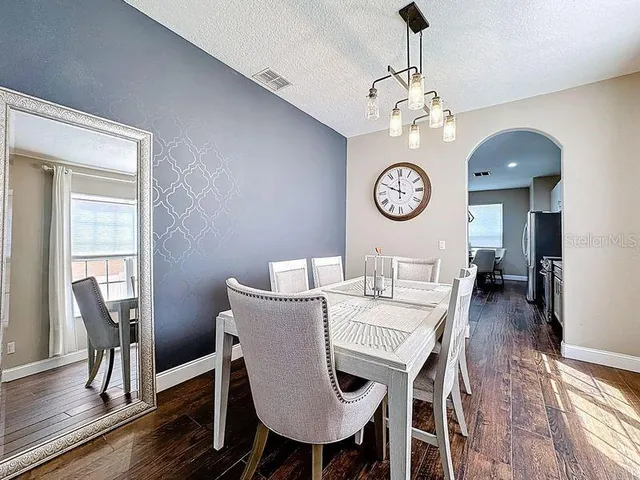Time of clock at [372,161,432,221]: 11:49
